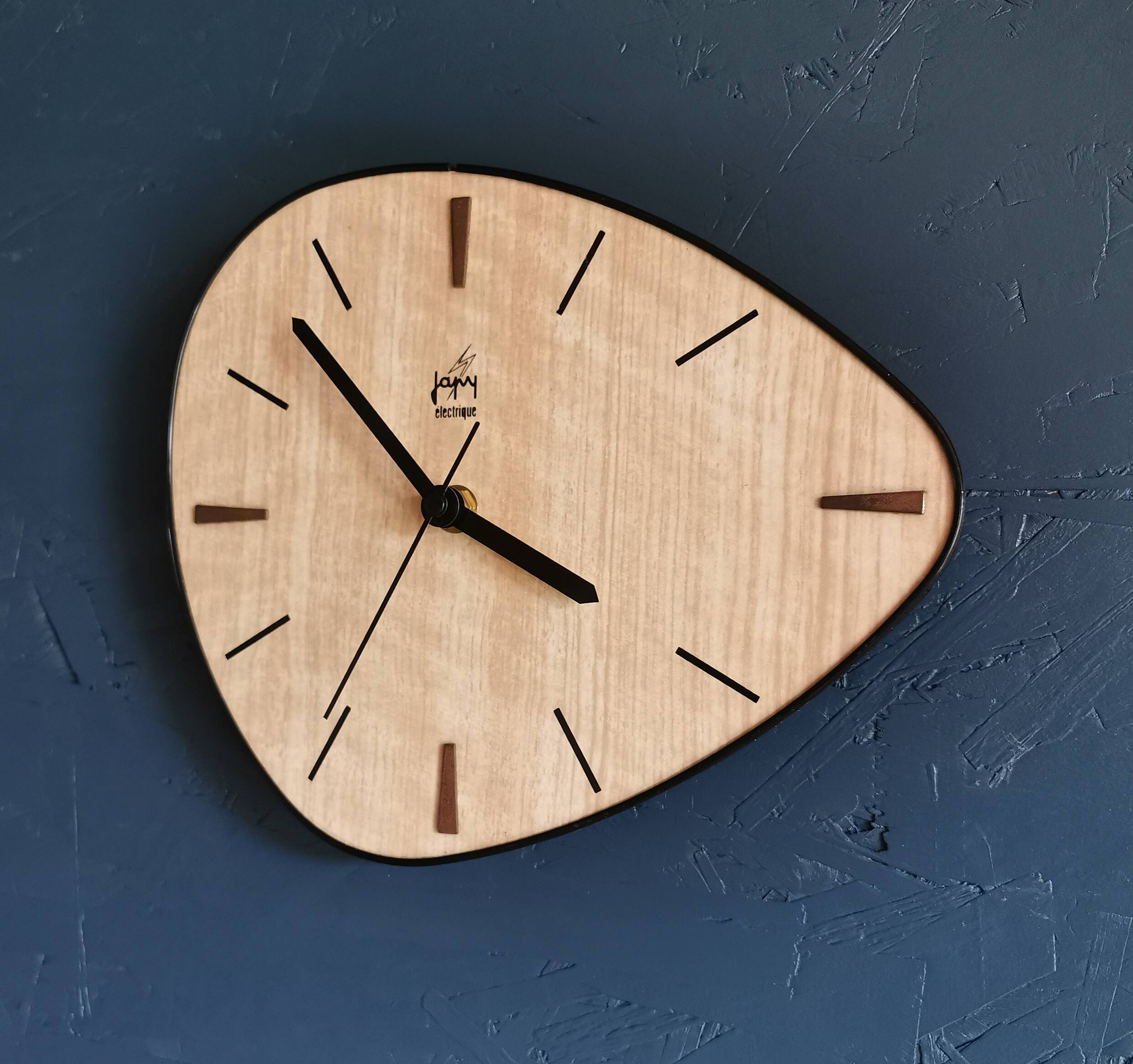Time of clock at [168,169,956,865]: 3:52
